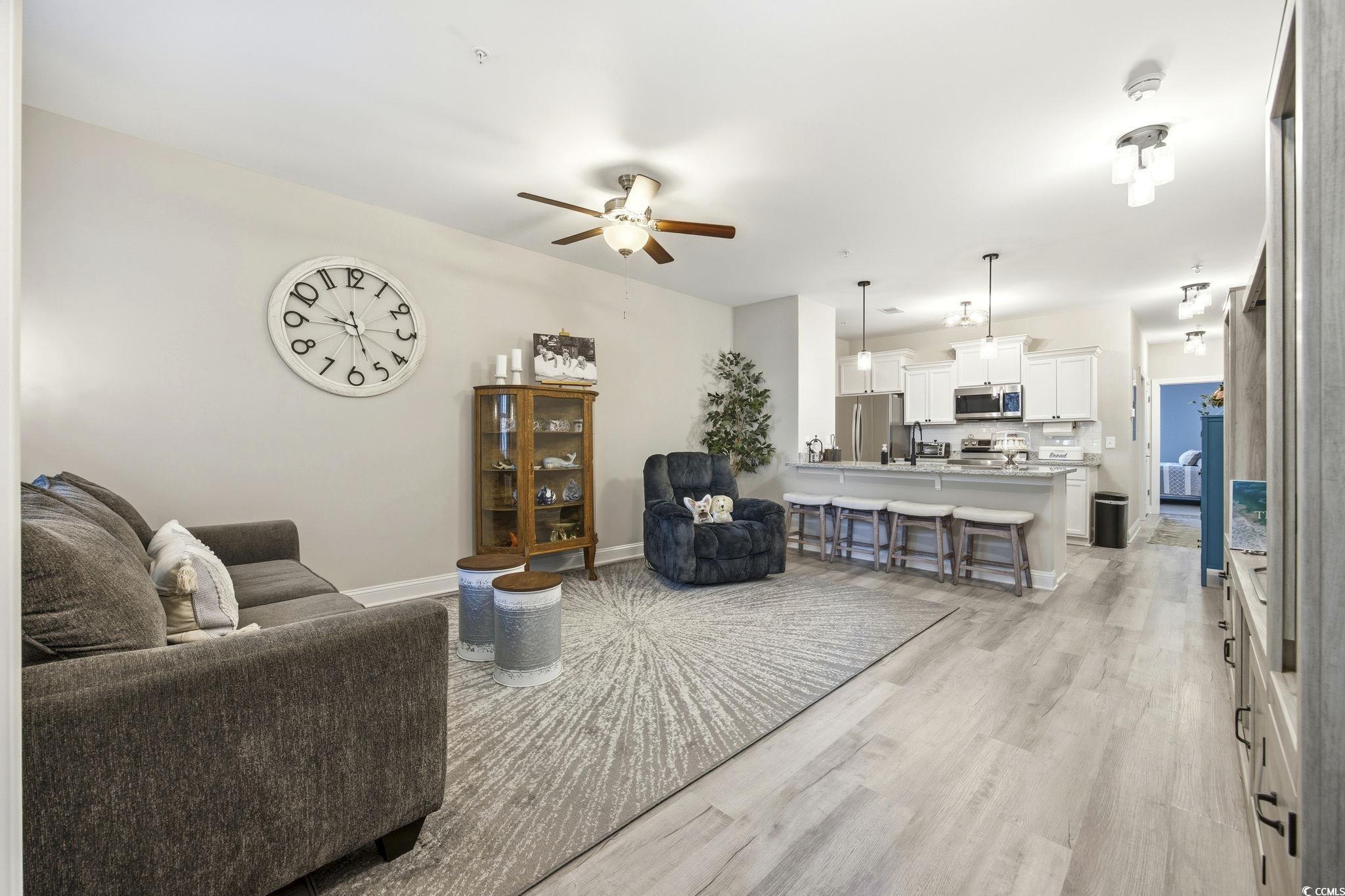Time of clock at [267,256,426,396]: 9:26
